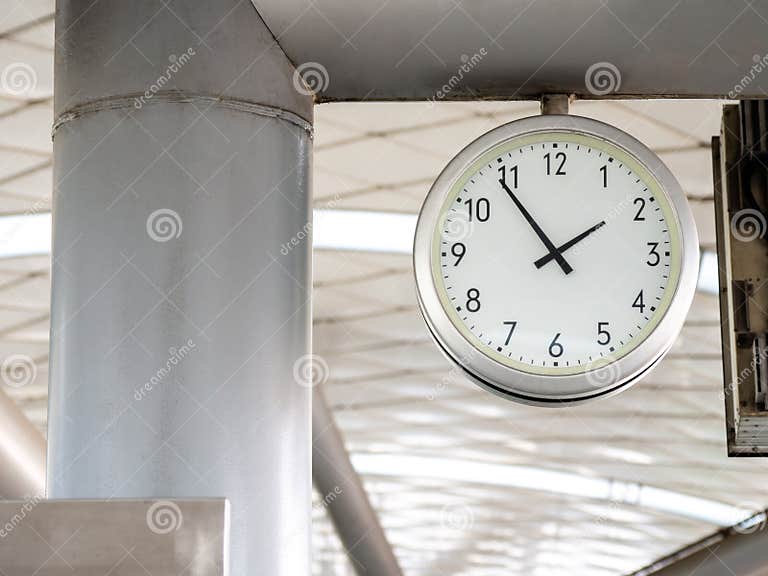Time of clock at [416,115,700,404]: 1:54
